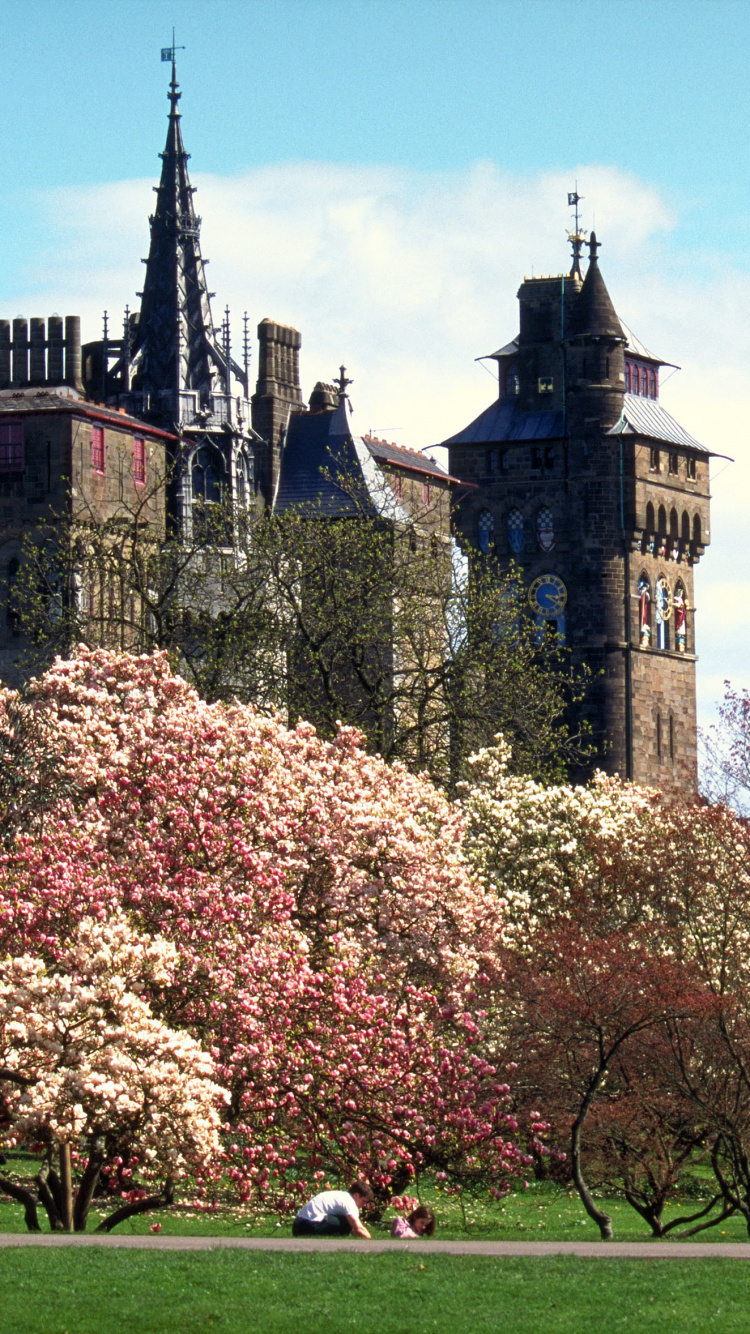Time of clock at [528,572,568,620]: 3:20
